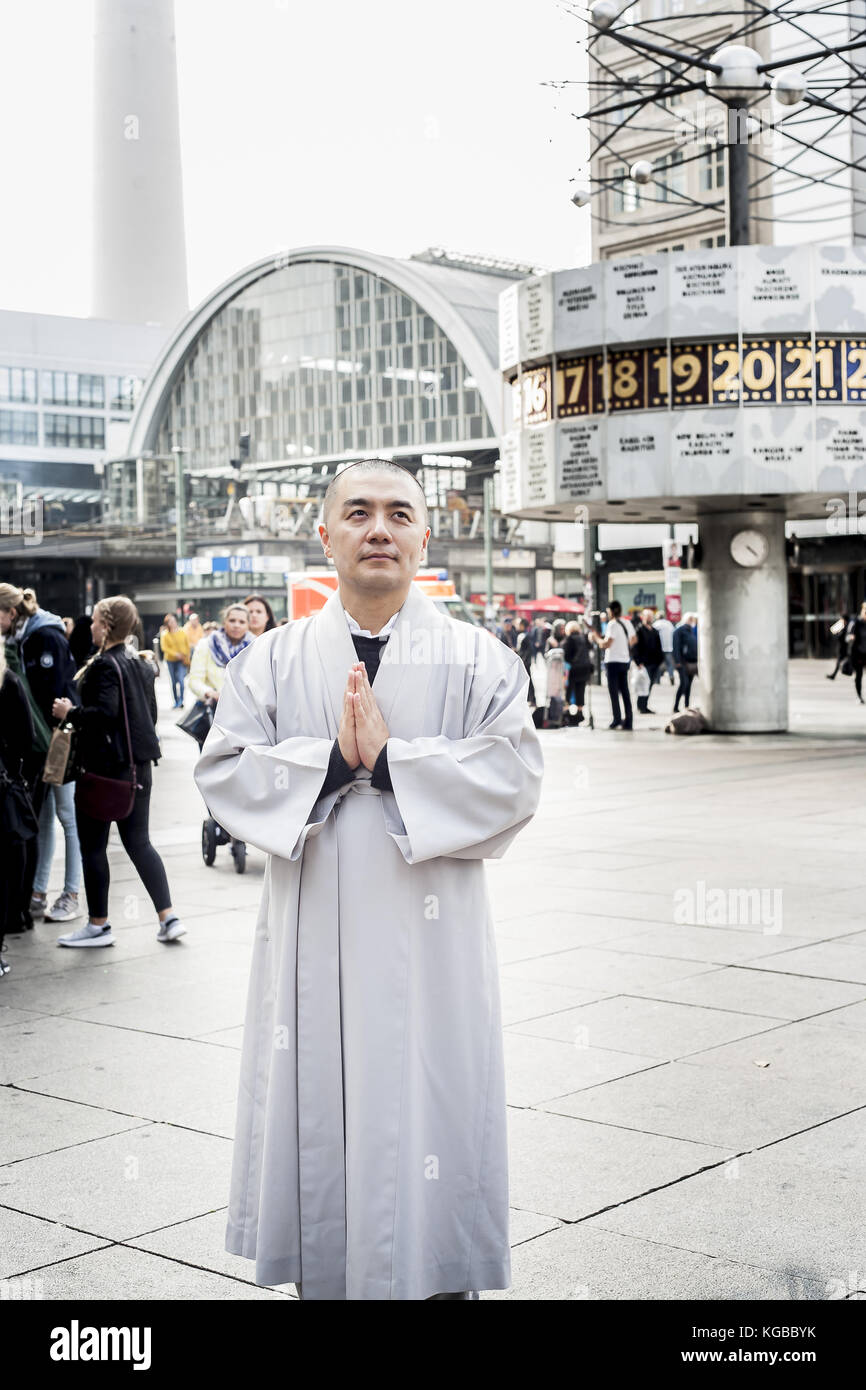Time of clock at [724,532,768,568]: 4:22
